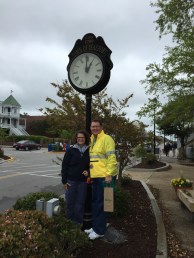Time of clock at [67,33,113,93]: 12:59
